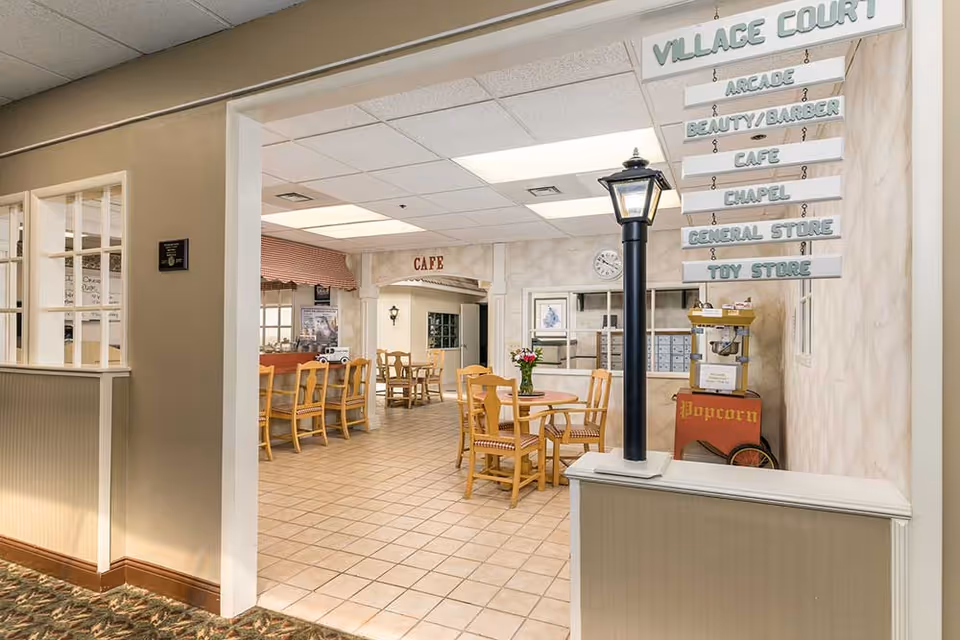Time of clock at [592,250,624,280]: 10:18
